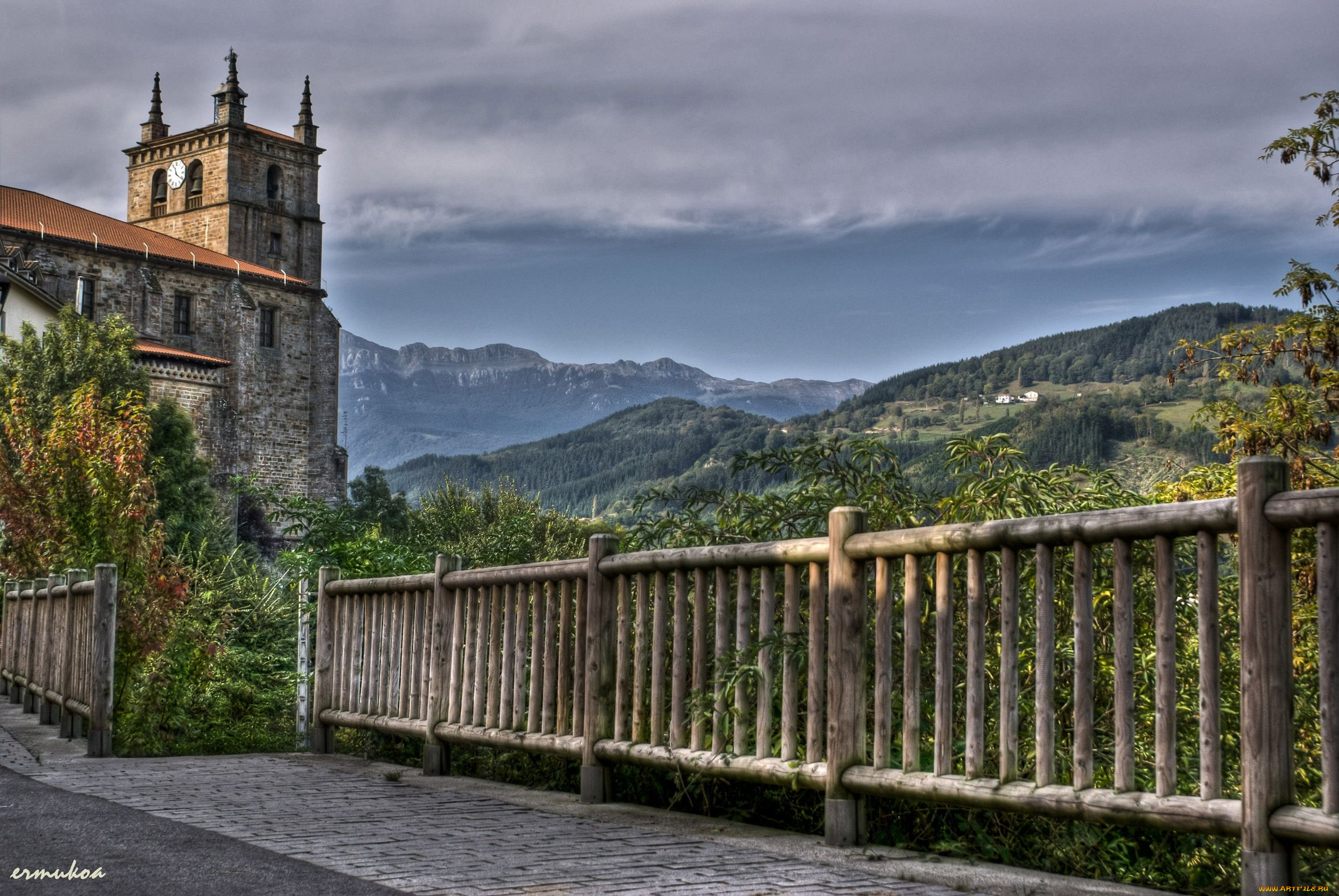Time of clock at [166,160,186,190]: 11:20
